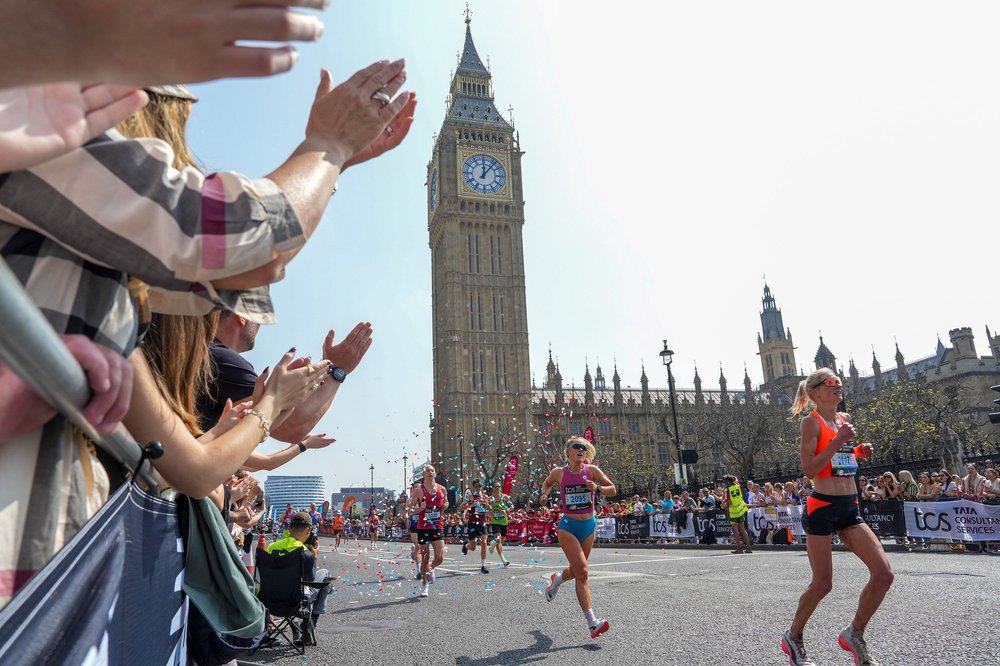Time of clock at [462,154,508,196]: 12:06
